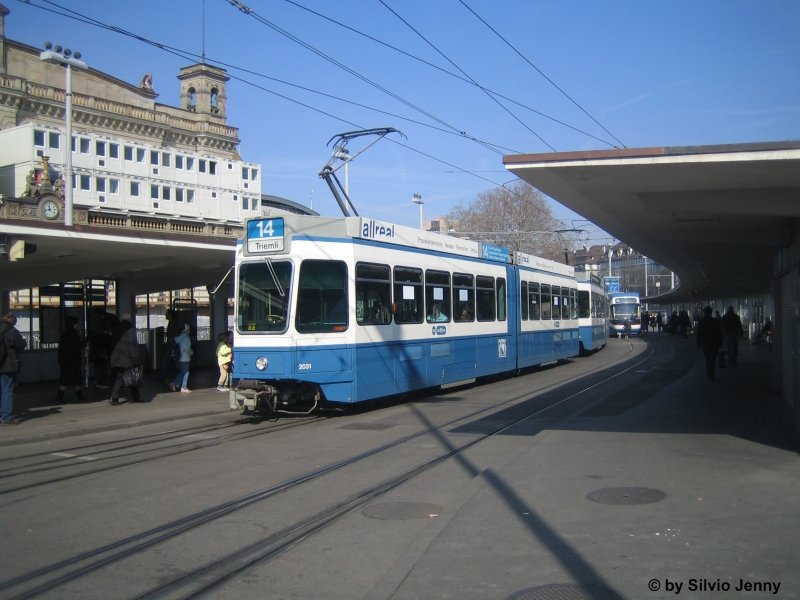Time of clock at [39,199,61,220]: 11:42
